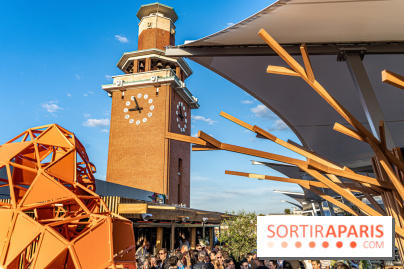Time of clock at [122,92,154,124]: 8:56
